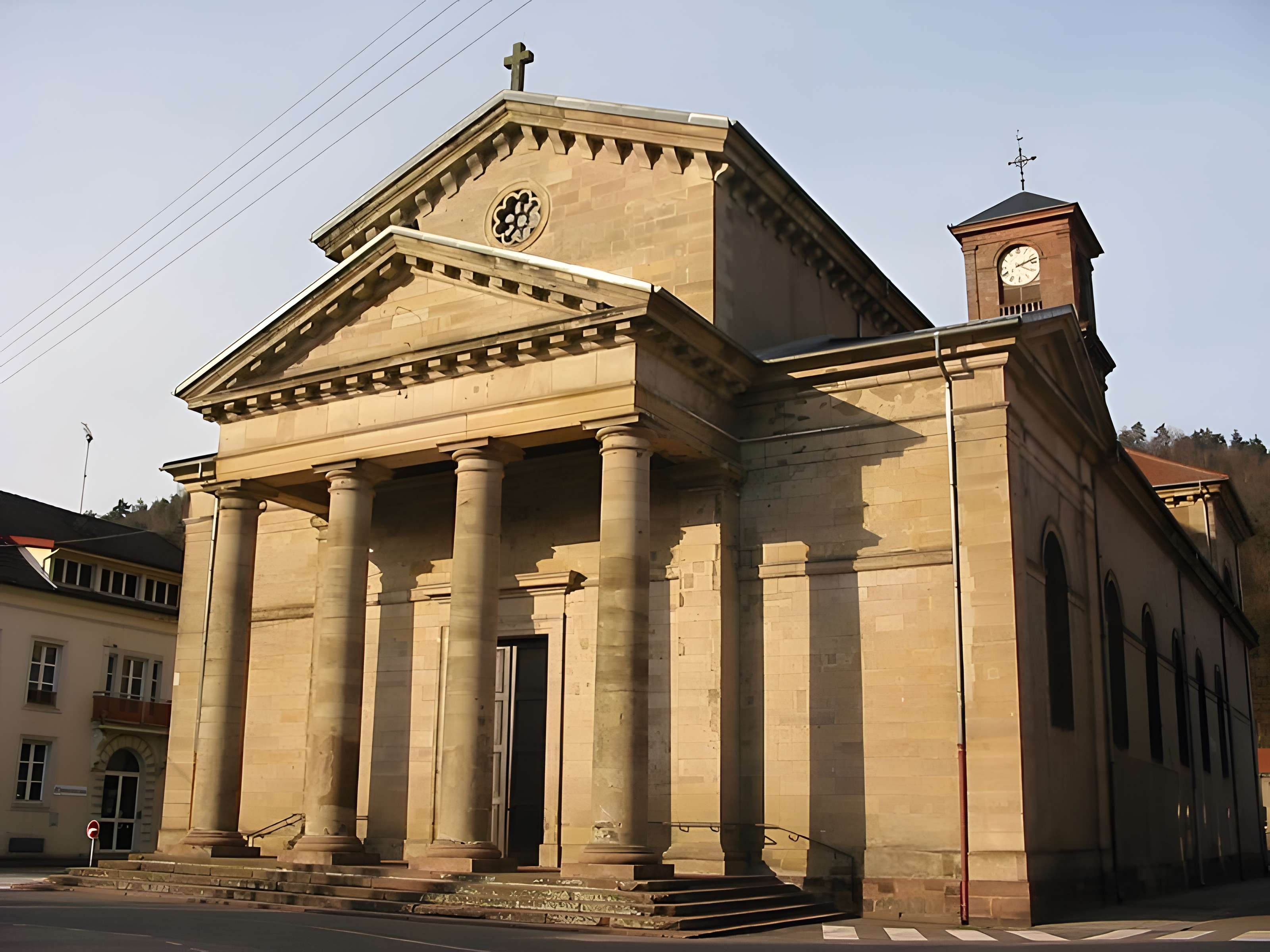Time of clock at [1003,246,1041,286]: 4:12
